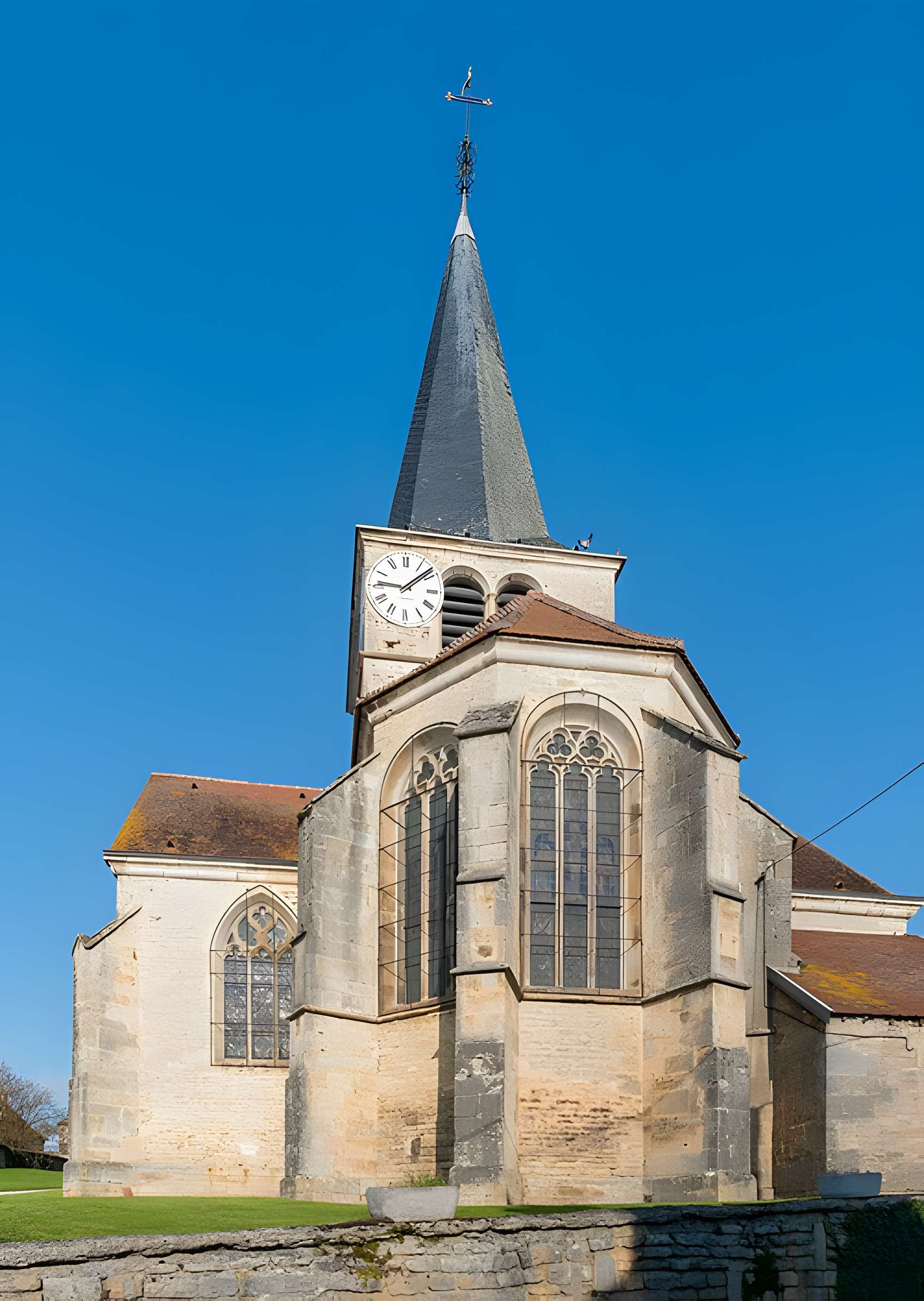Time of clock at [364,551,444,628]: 9:08
